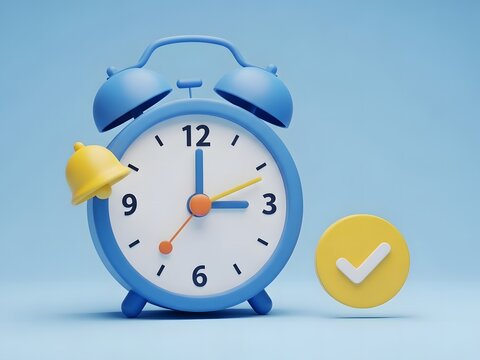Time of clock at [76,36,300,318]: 3:00
